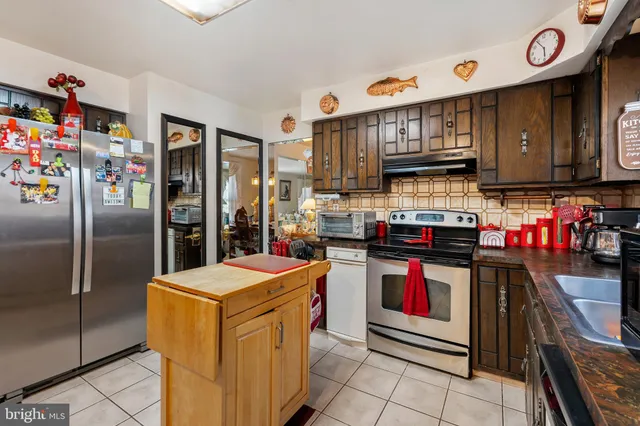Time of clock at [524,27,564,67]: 5:54
